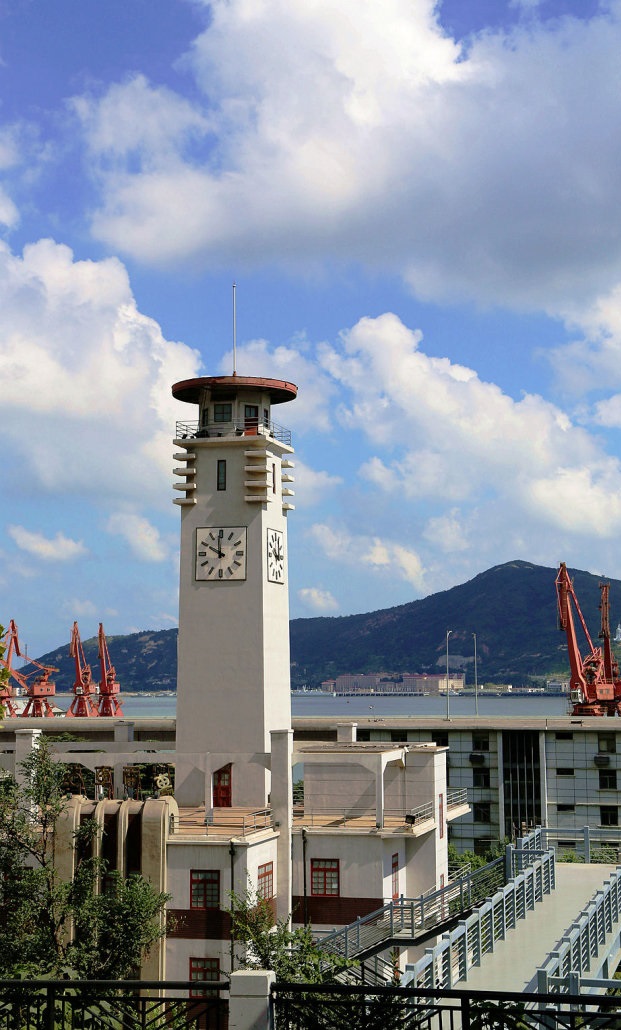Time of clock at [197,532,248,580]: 9:59
